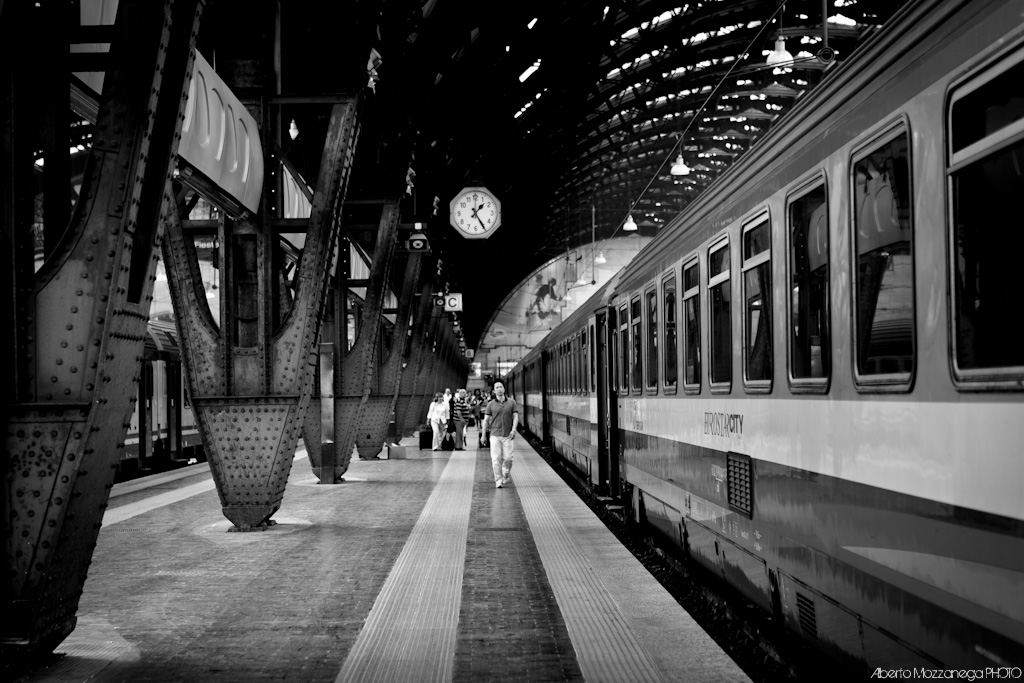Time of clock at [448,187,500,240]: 1:24
